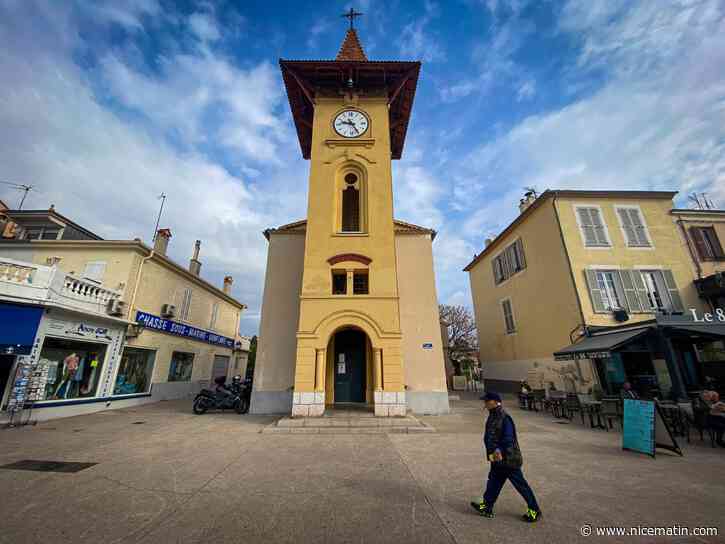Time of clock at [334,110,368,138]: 9:25
